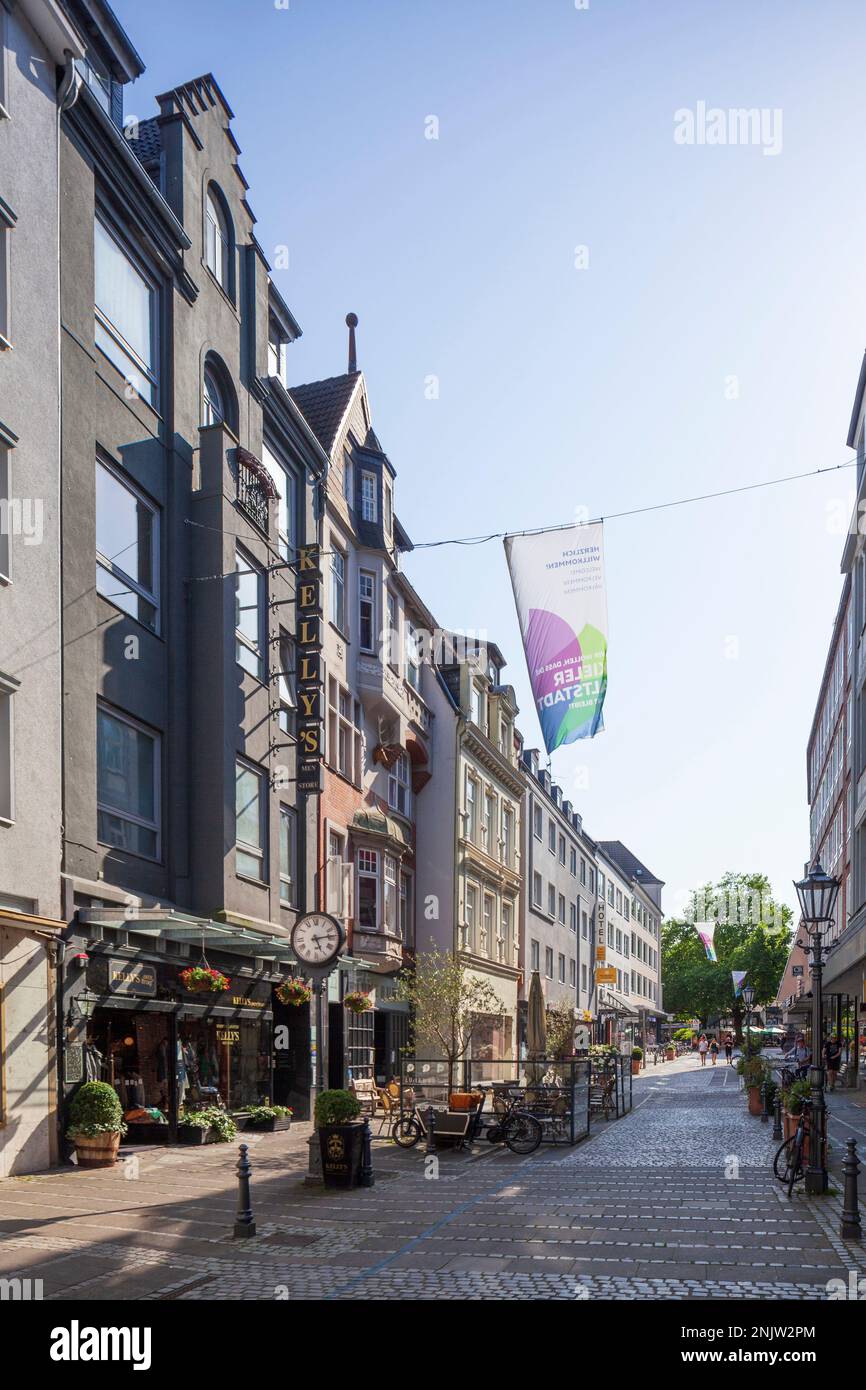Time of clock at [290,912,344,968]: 5:13
